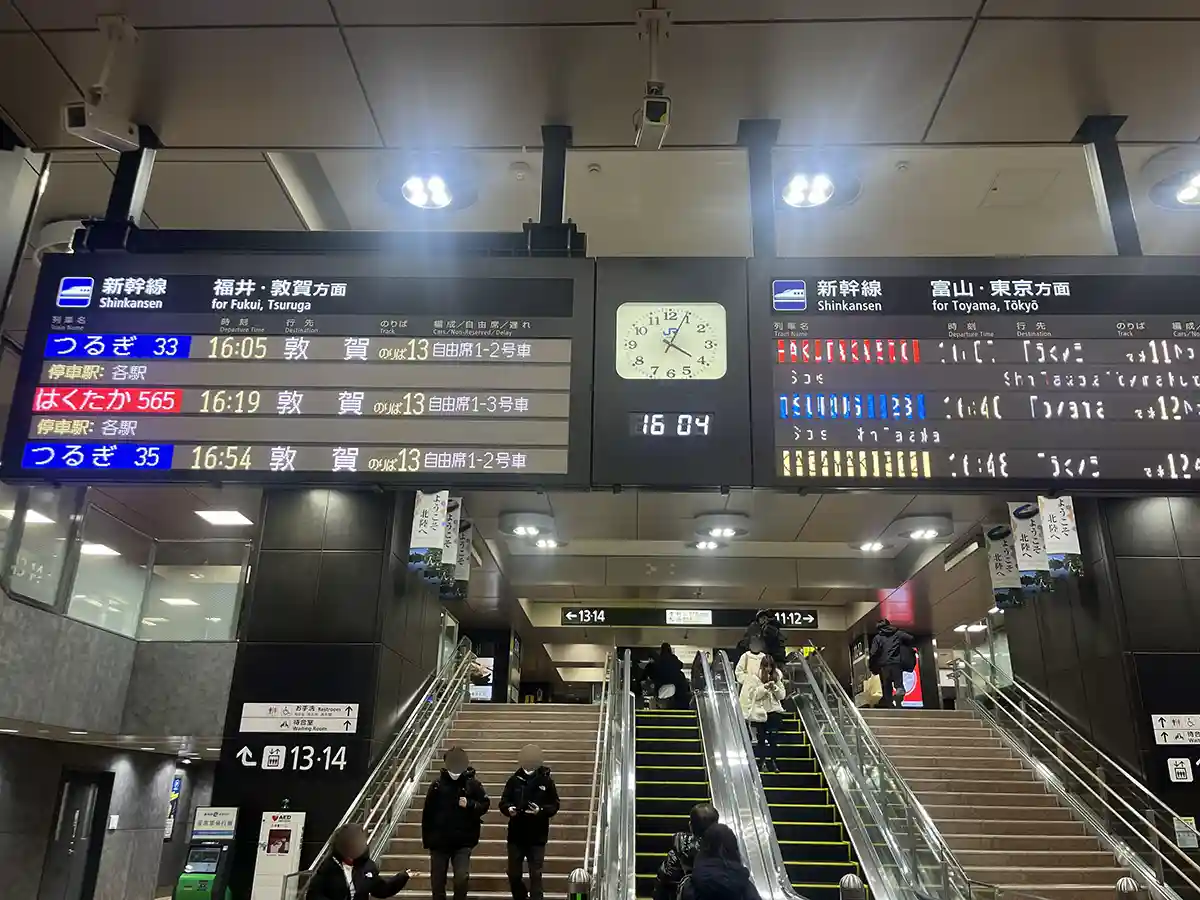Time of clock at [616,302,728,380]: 4:04
